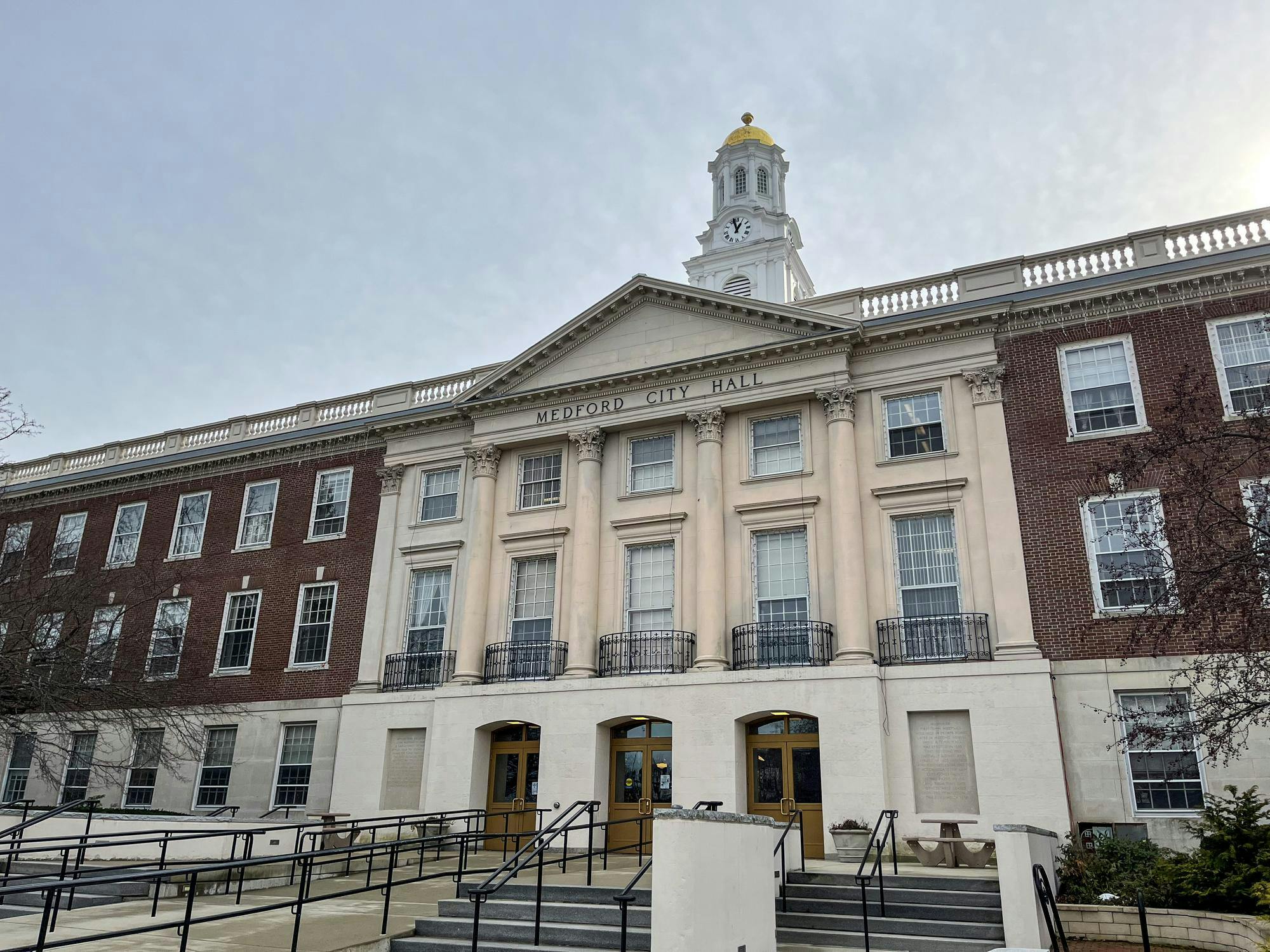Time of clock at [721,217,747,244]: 12:57
